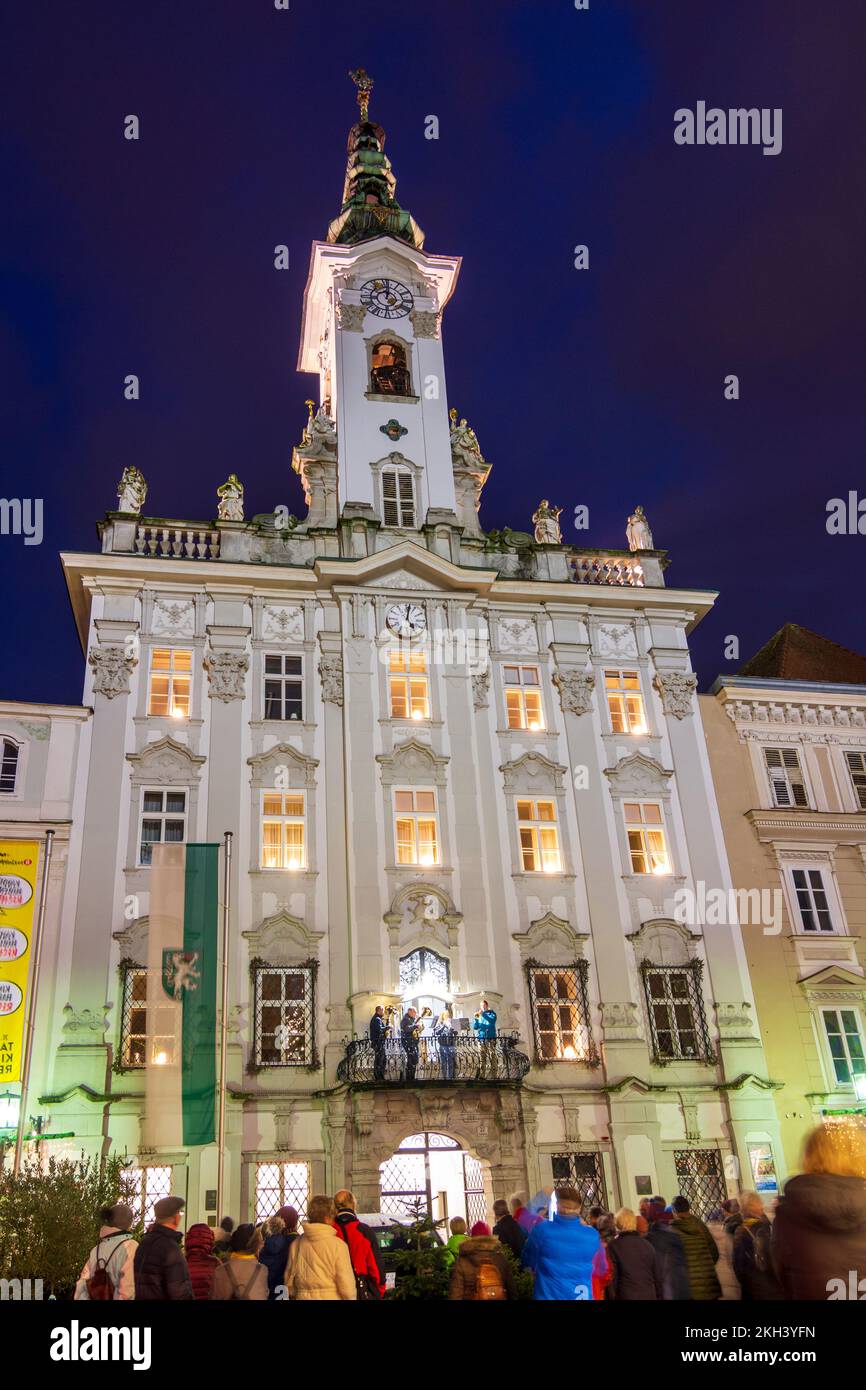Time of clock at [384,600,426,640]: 5:01
